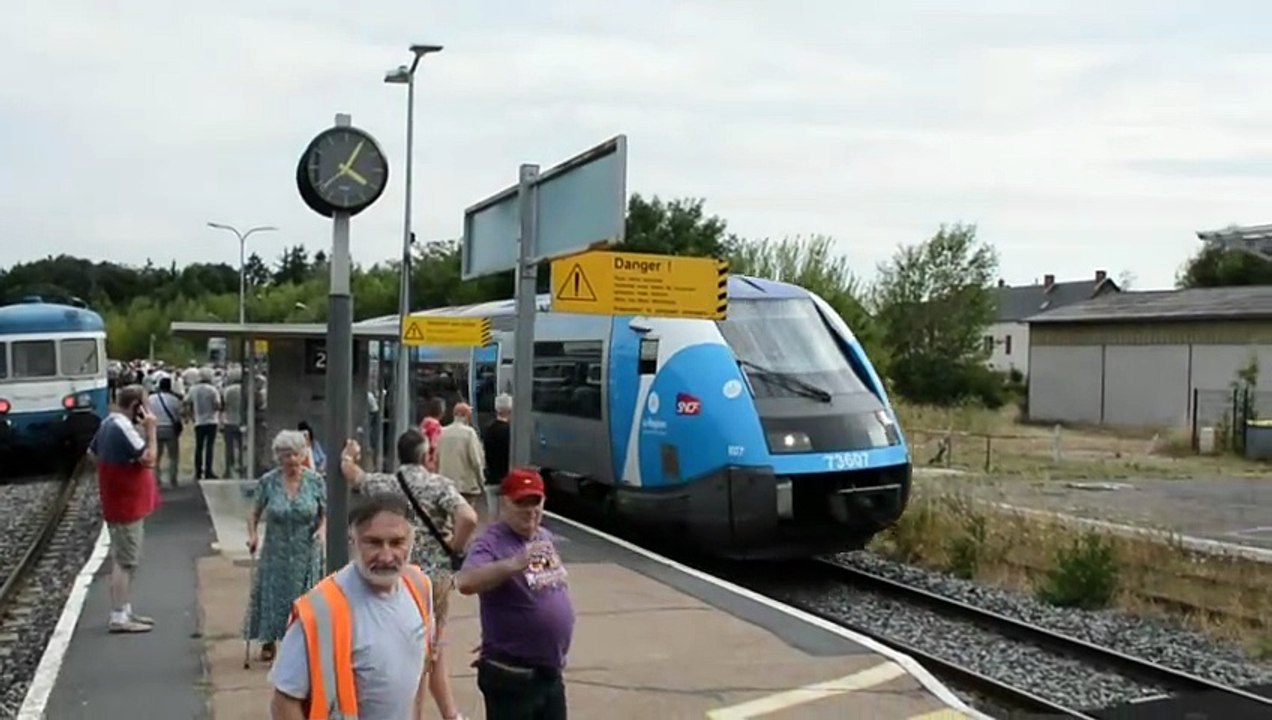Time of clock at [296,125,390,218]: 4:04
